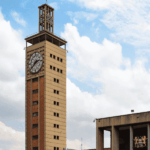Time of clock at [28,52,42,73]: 2:38
